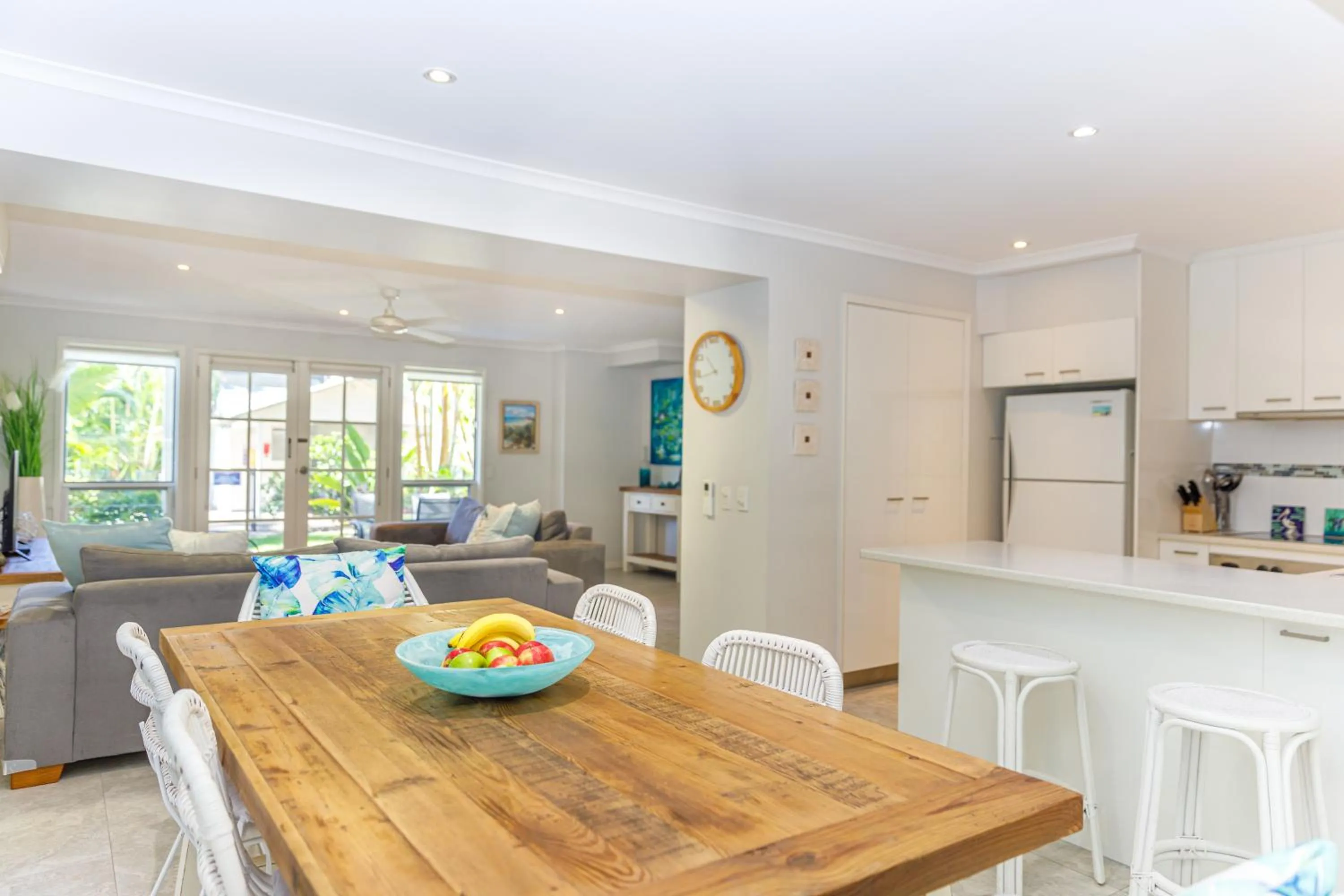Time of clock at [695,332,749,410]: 10:43
